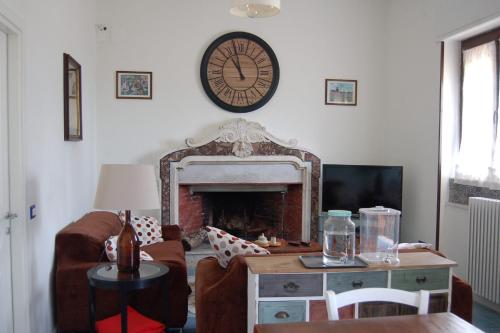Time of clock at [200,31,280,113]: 10:58
